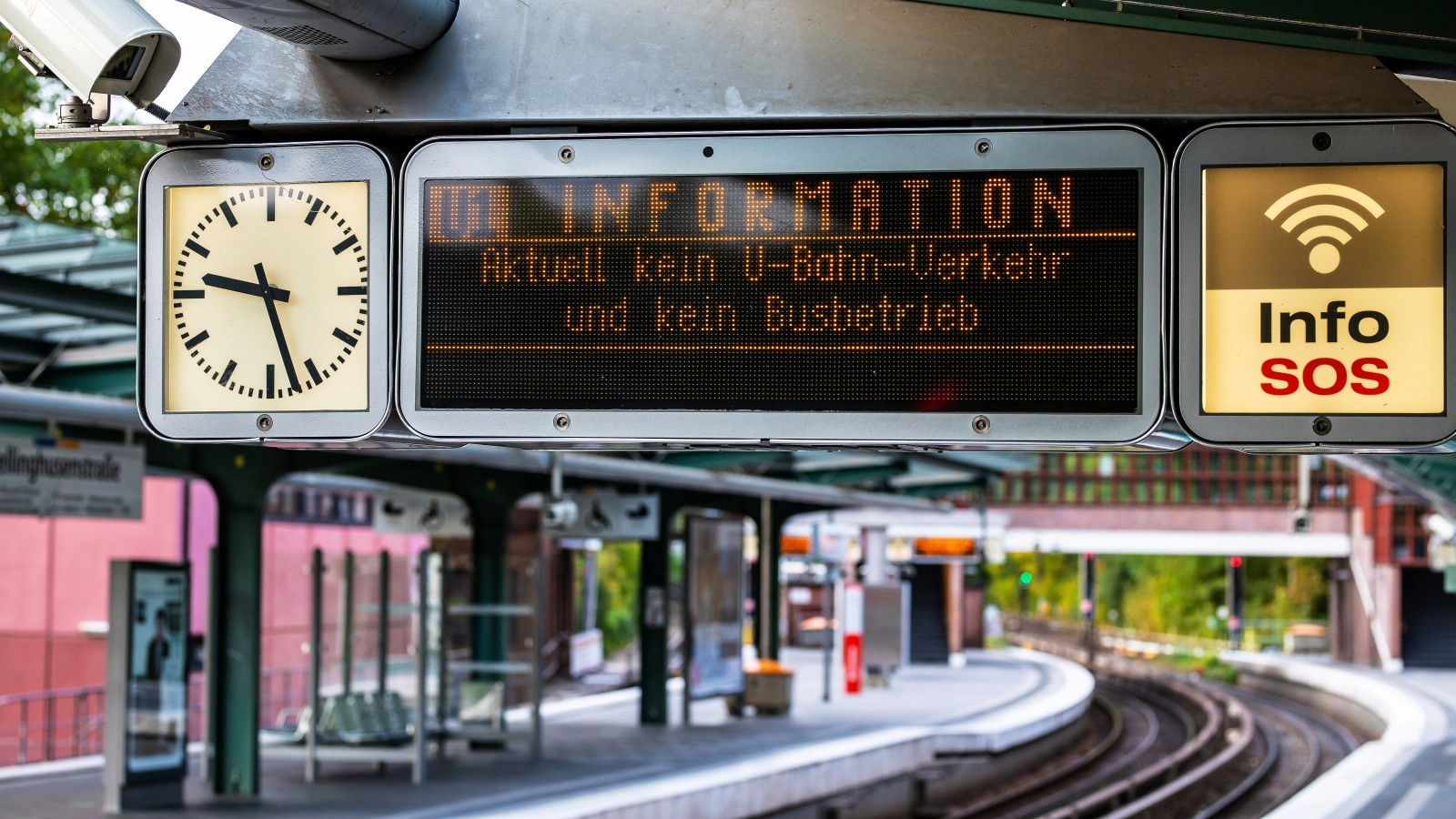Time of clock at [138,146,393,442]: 9:27
